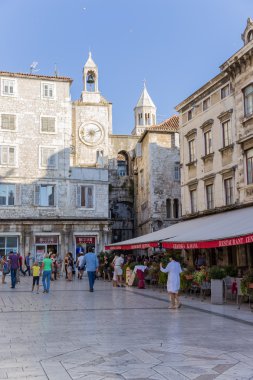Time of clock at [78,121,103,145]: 6:11
